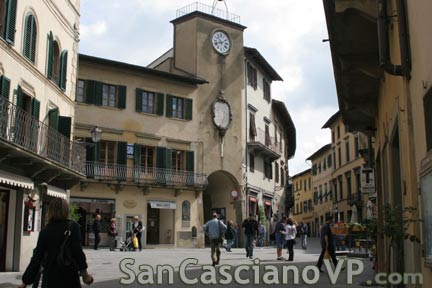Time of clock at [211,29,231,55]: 10:41
